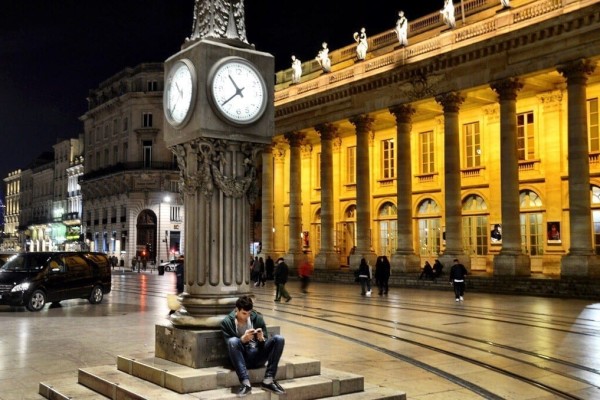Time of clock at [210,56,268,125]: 10:38
